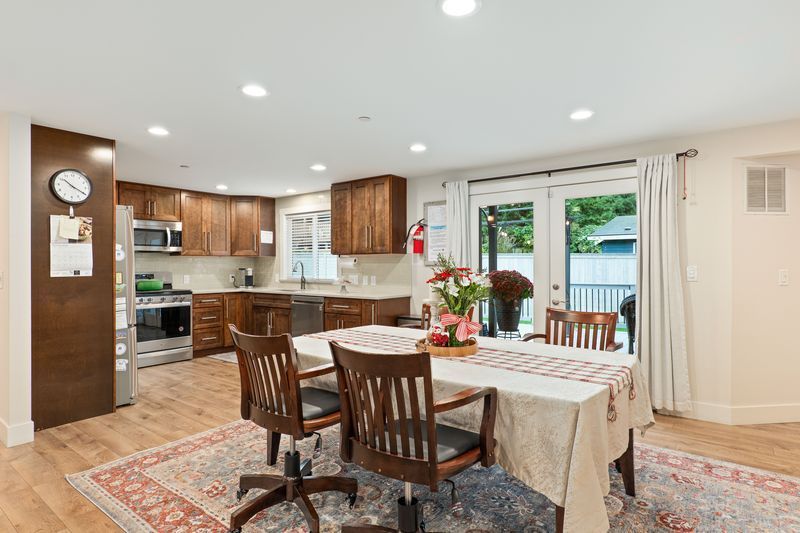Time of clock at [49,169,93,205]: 10:19
